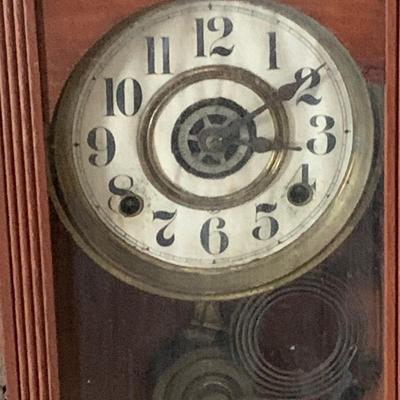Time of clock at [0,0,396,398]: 3:09
